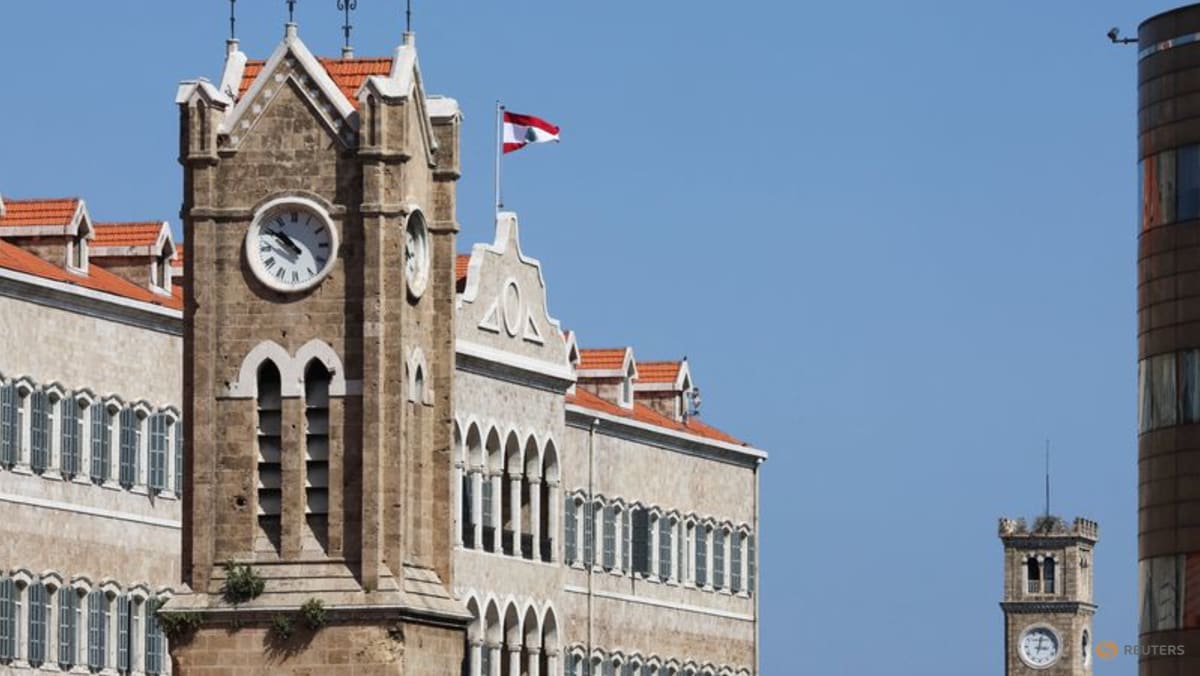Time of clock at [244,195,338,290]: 10:51
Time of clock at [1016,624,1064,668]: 3:02
